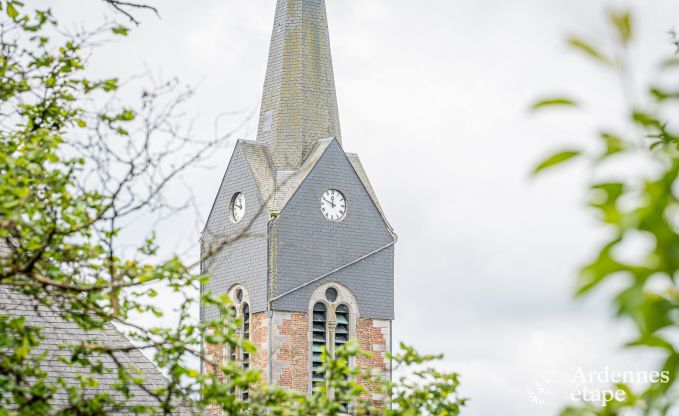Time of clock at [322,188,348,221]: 11:48
